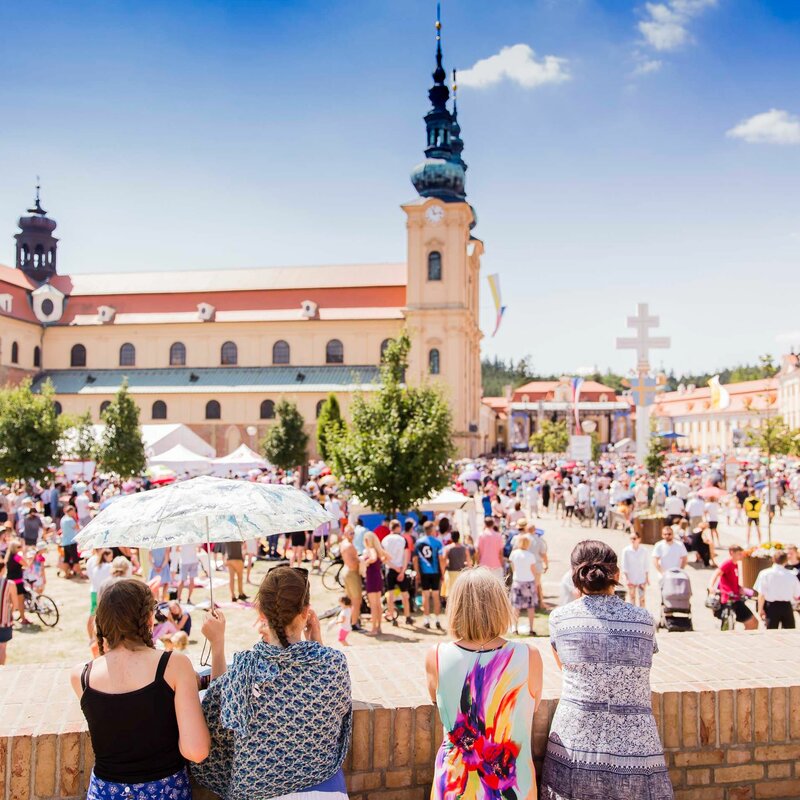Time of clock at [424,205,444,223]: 11:13
